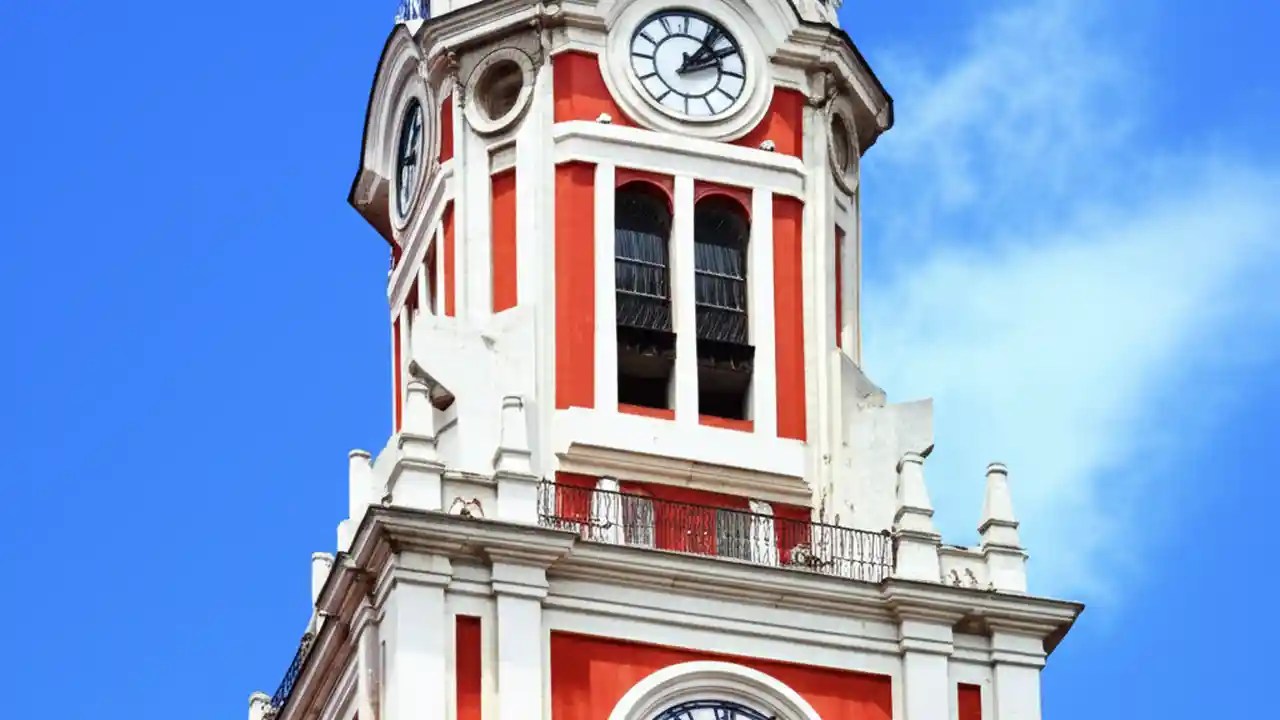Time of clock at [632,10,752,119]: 2:06
